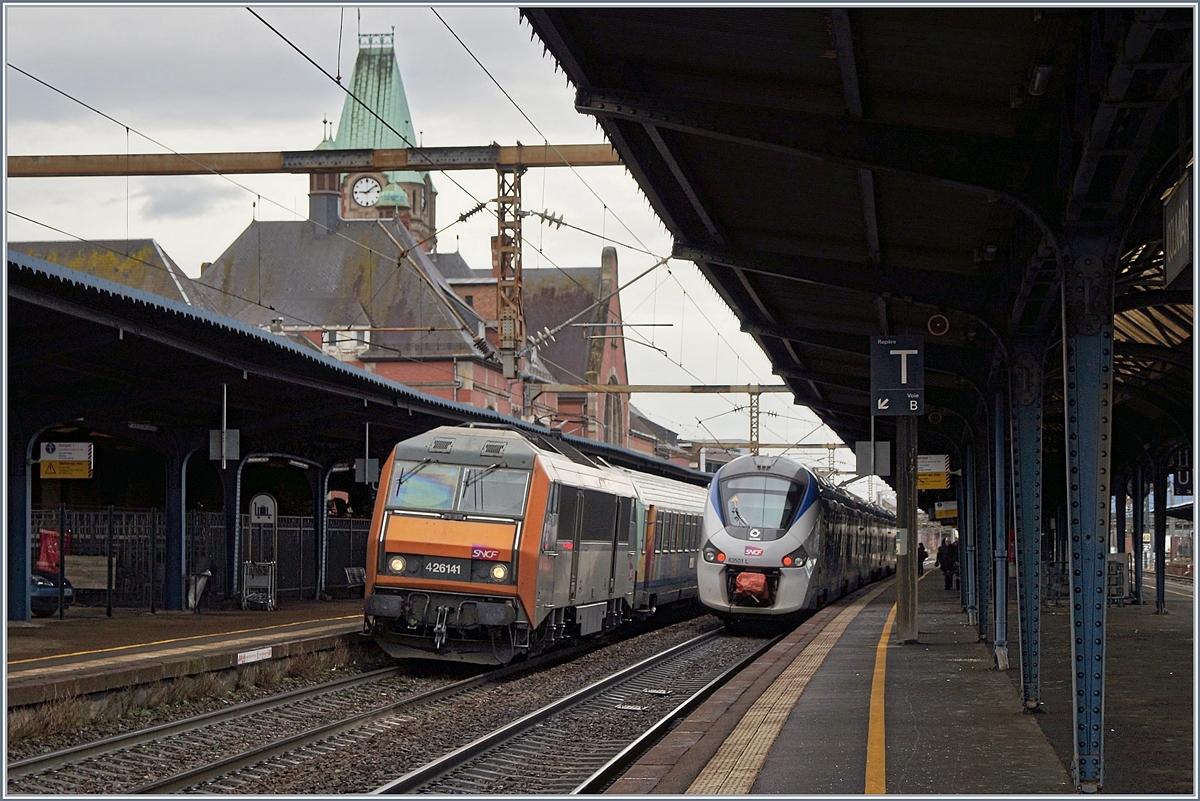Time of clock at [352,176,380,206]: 9:09
